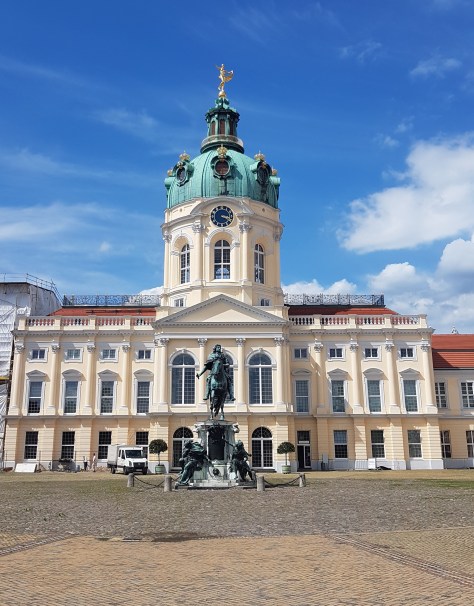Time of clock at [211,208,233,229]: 3:20
